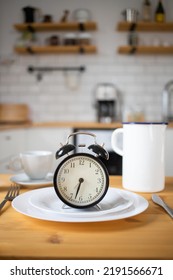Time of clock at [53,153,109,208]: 6:32
